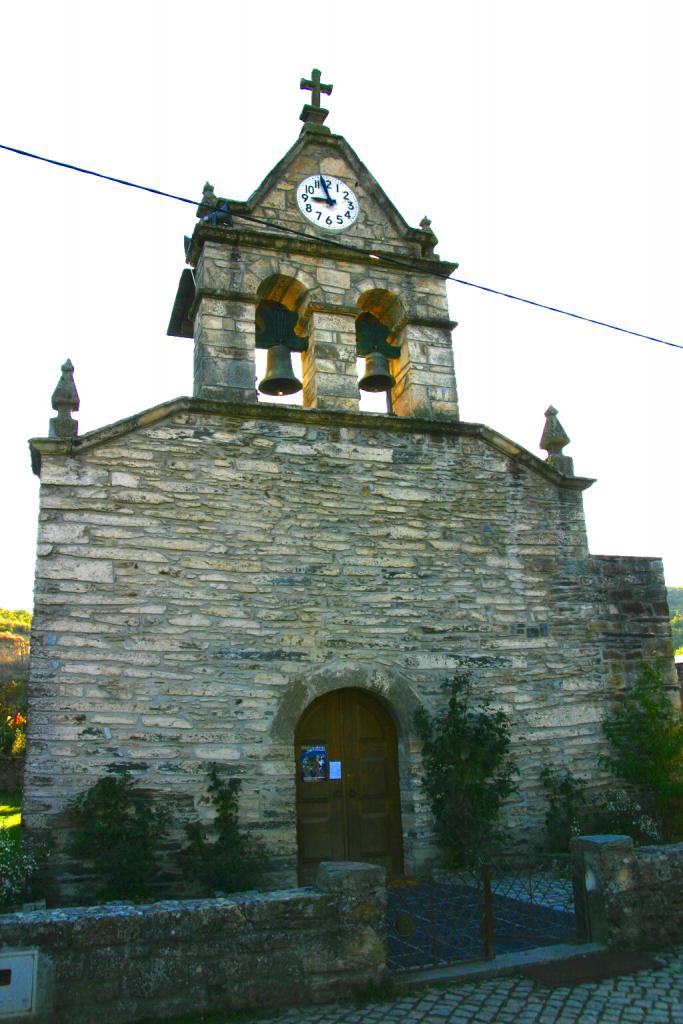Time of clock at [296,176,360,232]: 8:57
